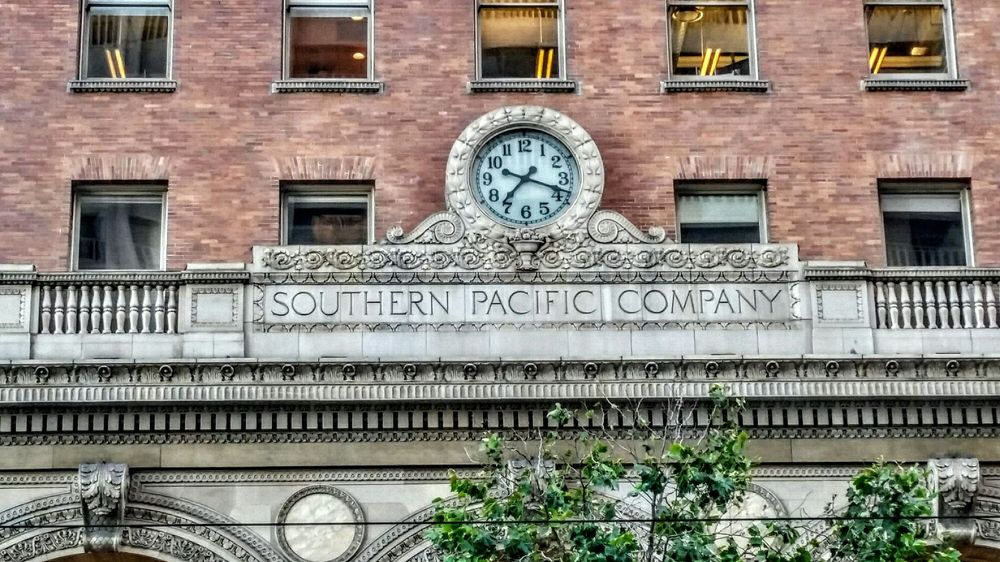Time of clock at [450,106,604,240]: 7:18
